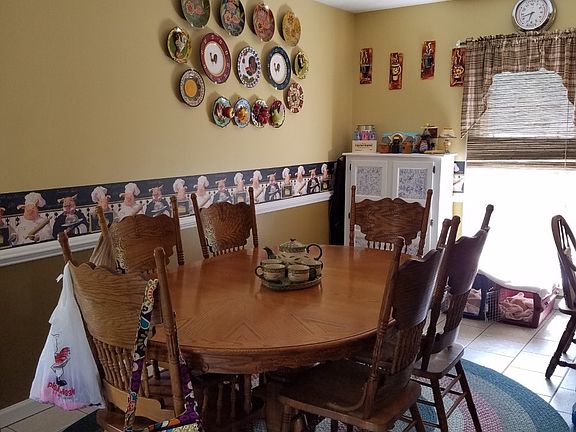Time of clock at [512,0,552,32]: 6:42
